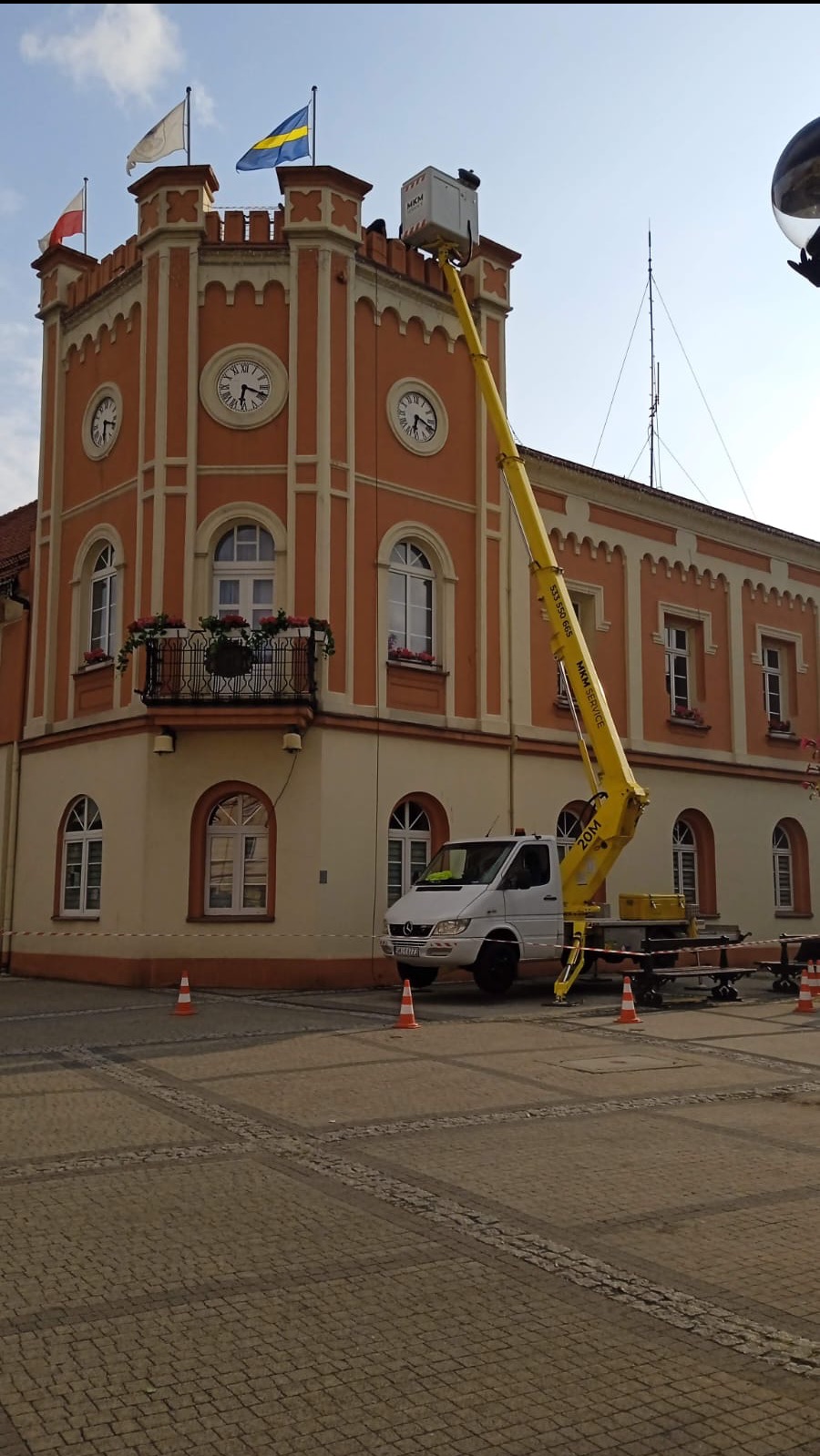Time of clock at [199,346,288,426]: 6:18
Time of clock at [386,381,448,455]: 6:18
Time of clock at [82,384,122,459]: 6:18
